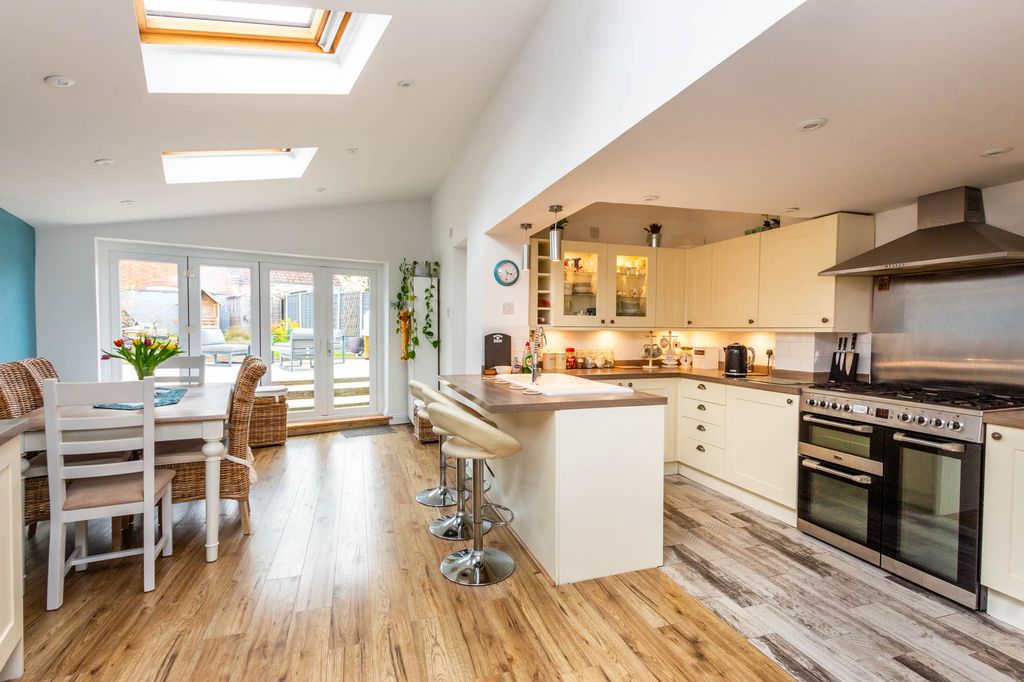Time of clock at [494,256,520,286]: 3:32
